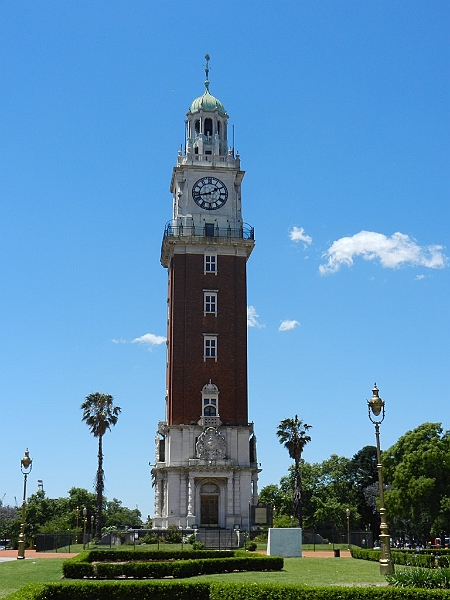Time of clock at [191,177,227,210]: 1:42
